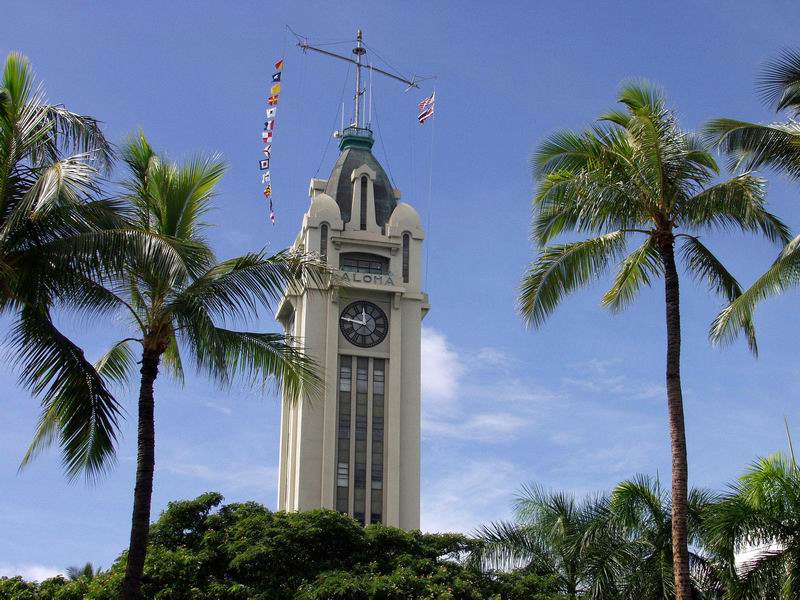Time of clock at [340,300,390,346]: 11:46
